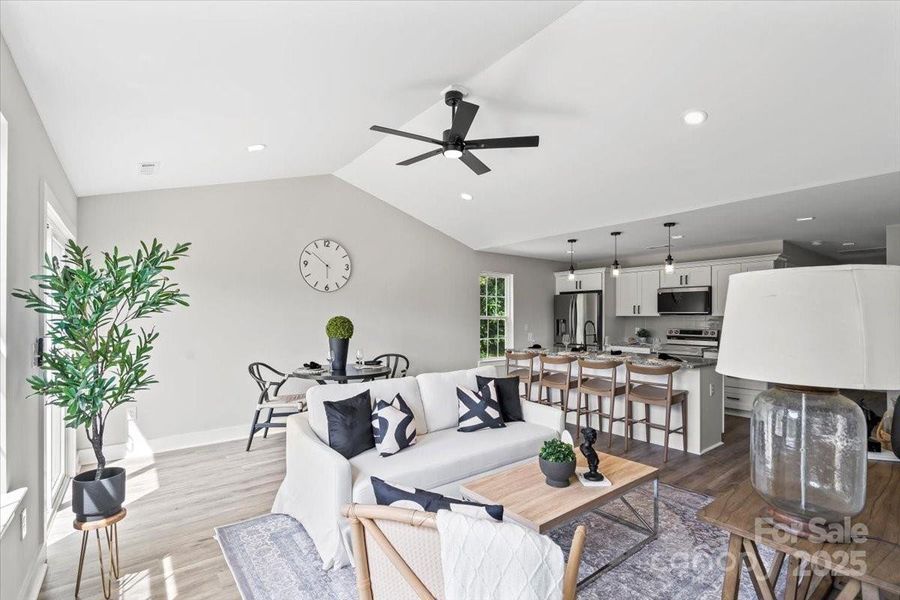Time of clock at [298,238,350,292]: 5:51
